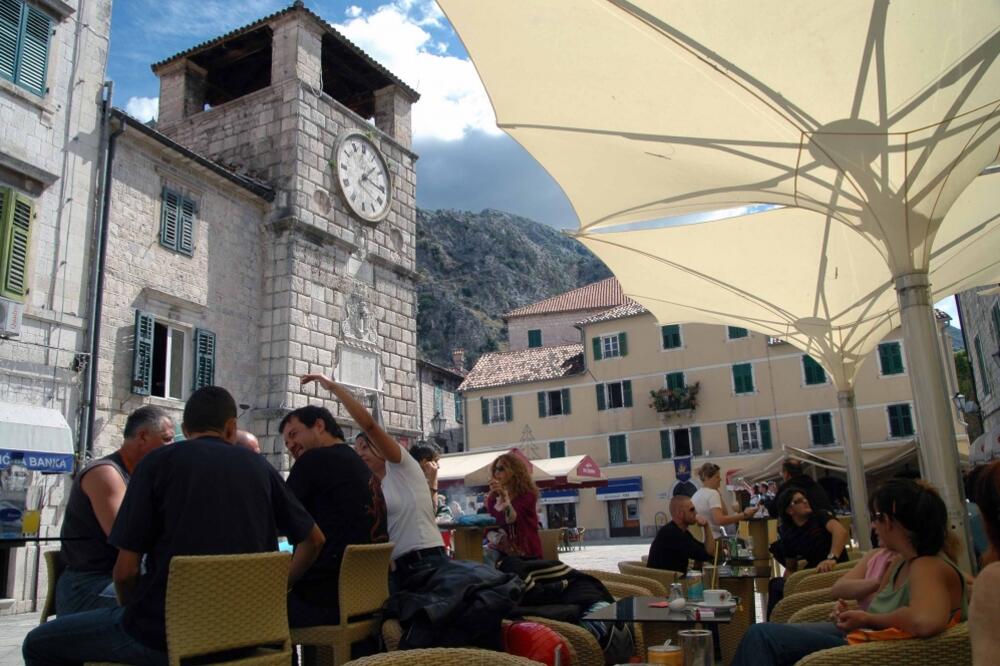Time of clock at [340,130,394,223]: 1:16
